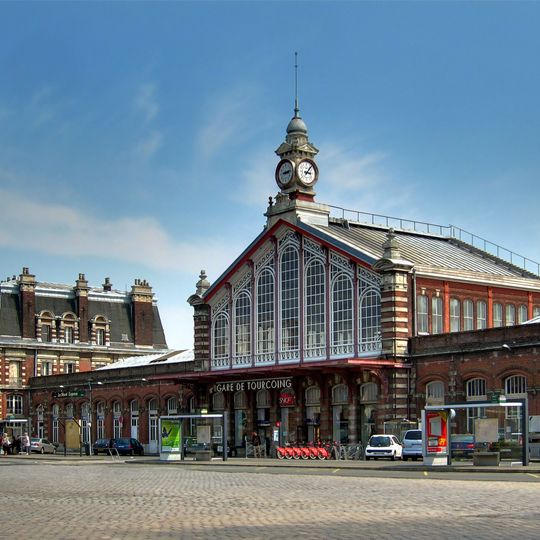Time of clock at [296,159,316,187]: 3:06
